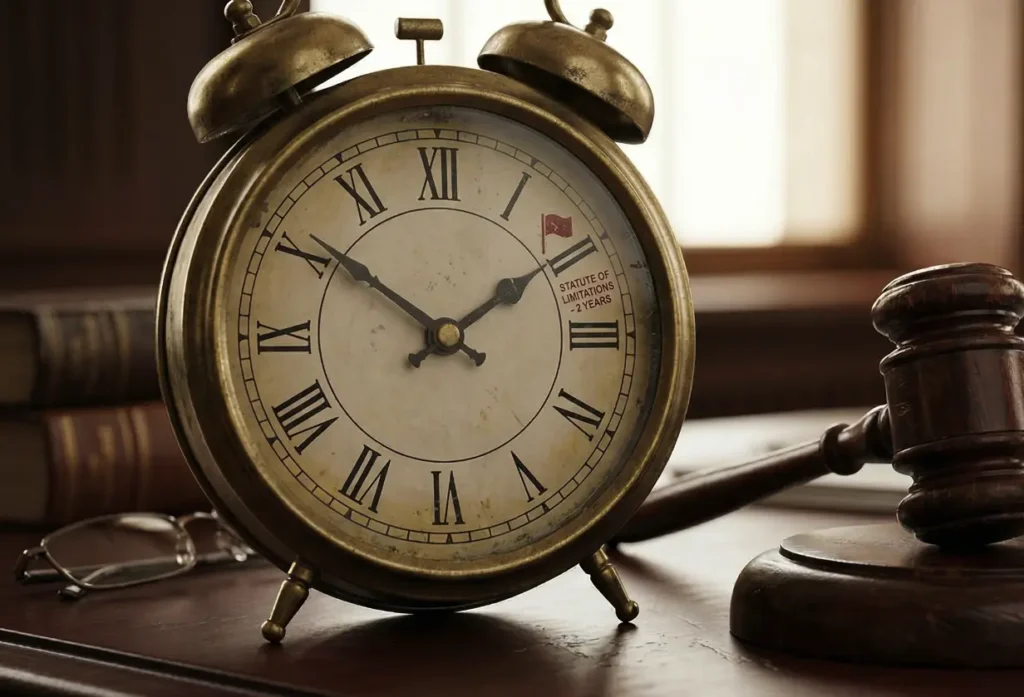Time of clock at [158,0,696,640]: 1:50
